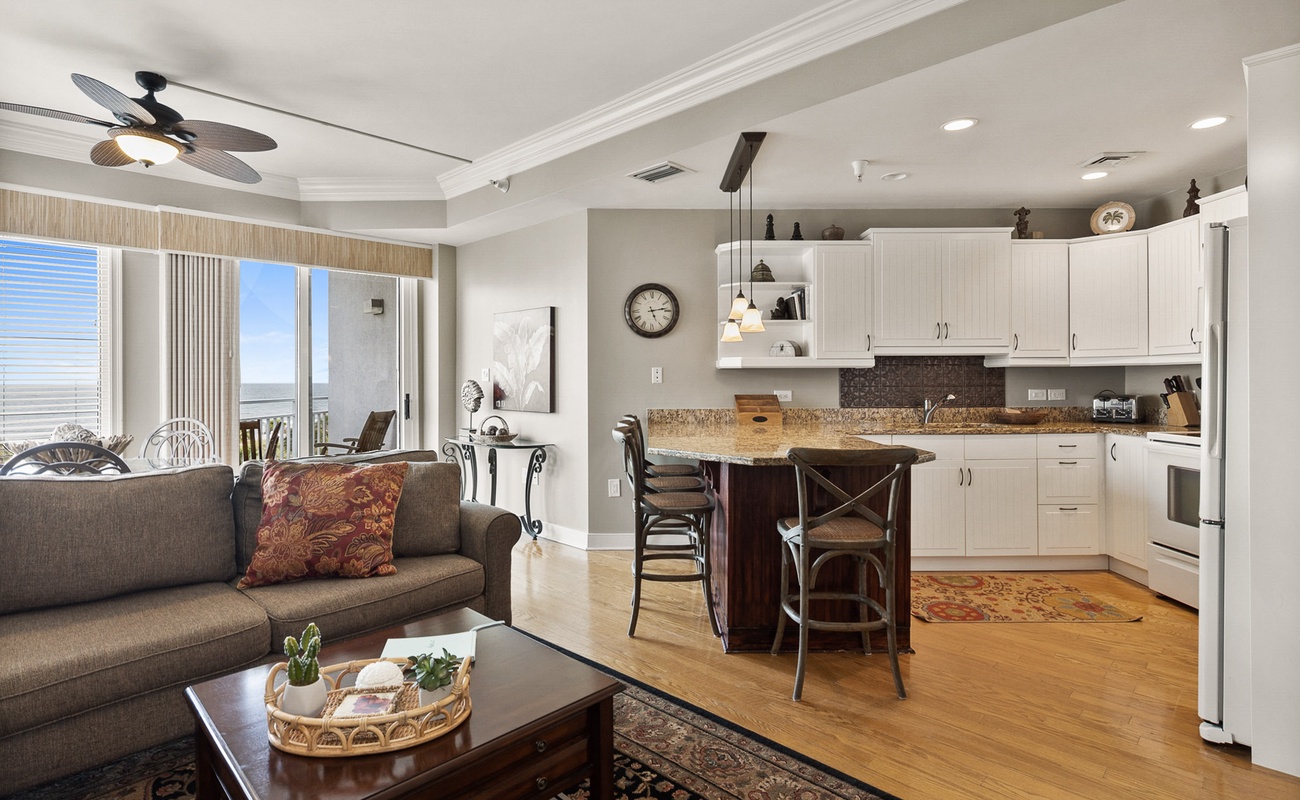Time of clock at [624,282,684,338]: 5:13
